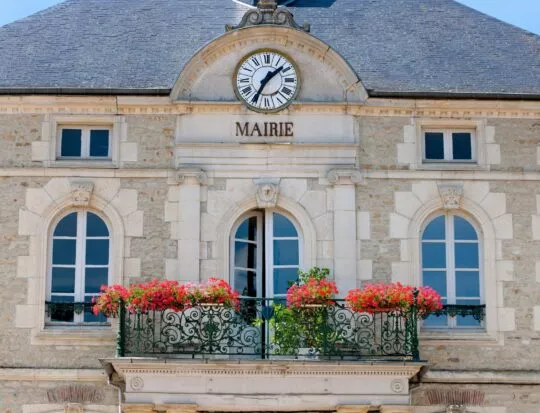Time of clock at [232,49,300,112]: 1:34
